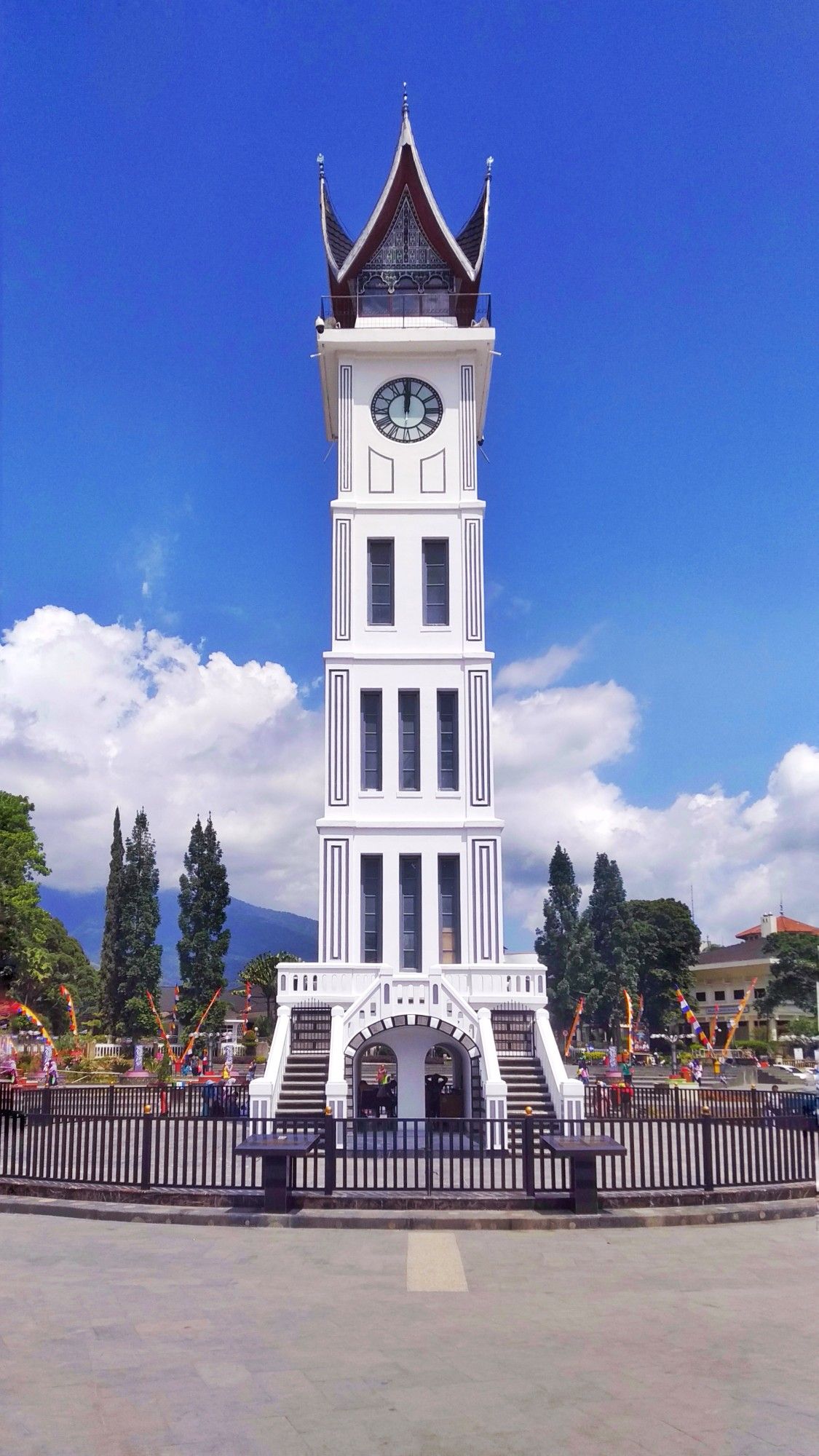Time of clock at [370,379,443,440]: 12:00
